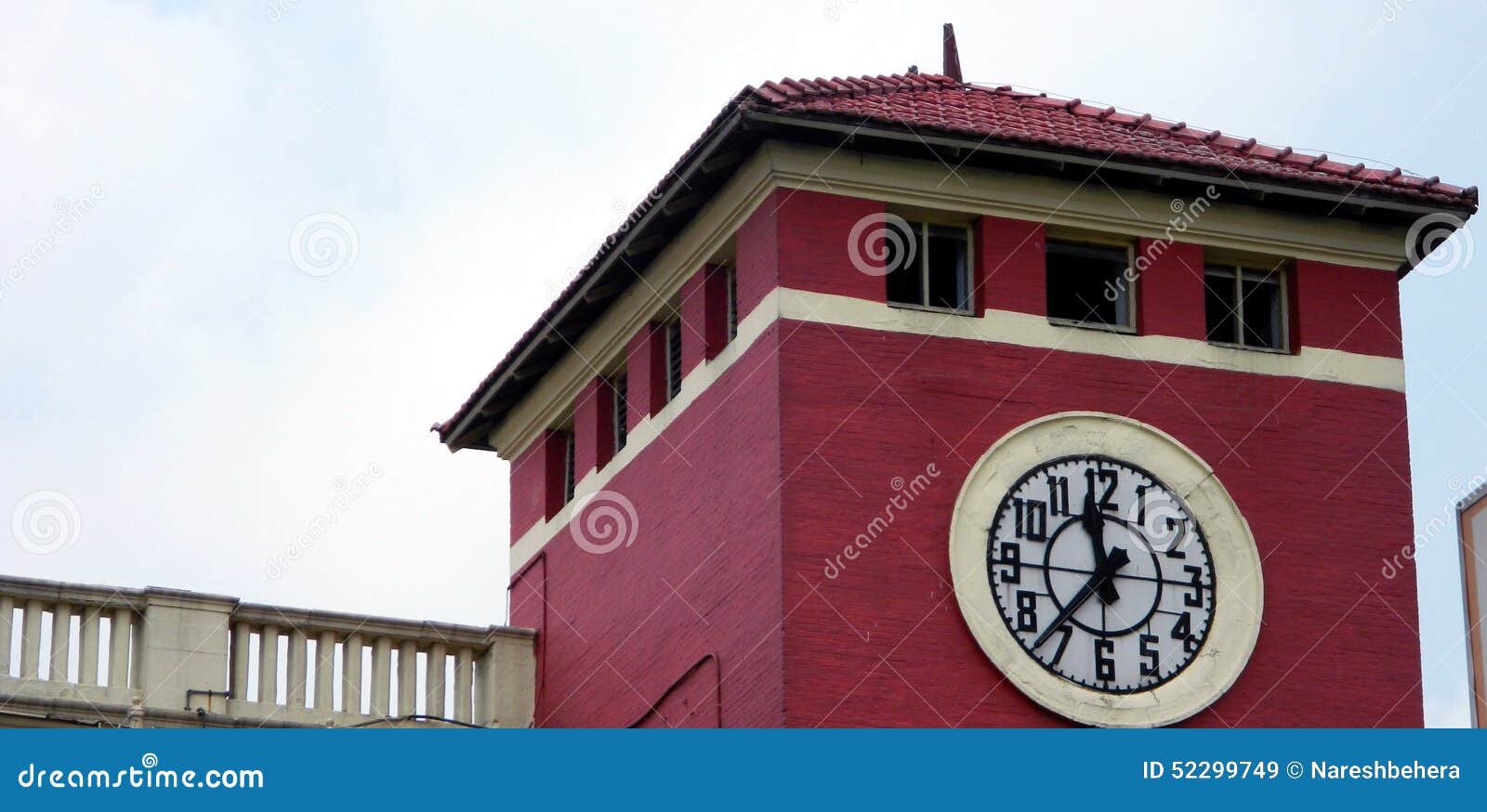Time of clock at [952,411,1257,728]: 11:36
